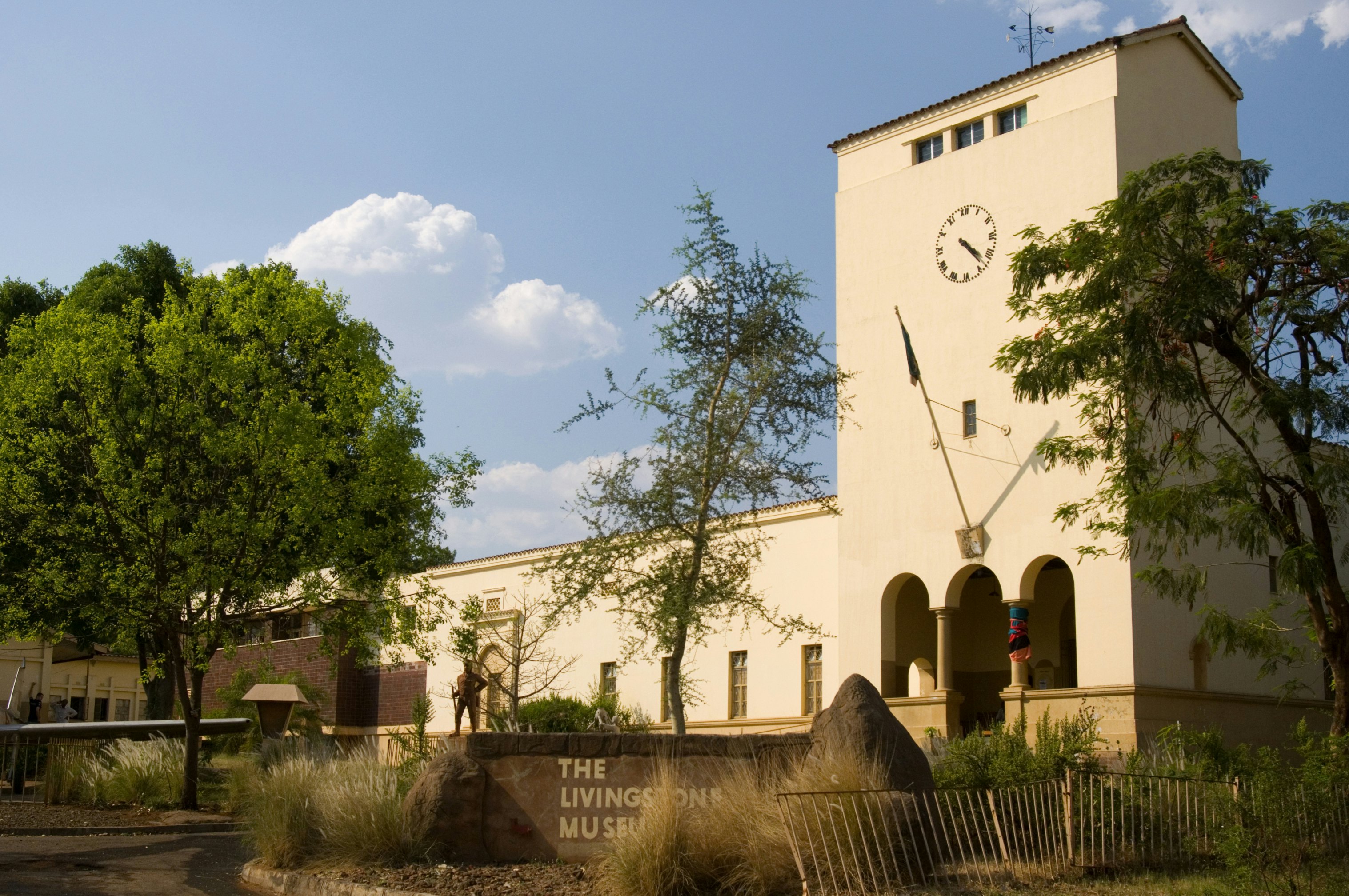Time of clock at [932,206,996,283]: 4:23
